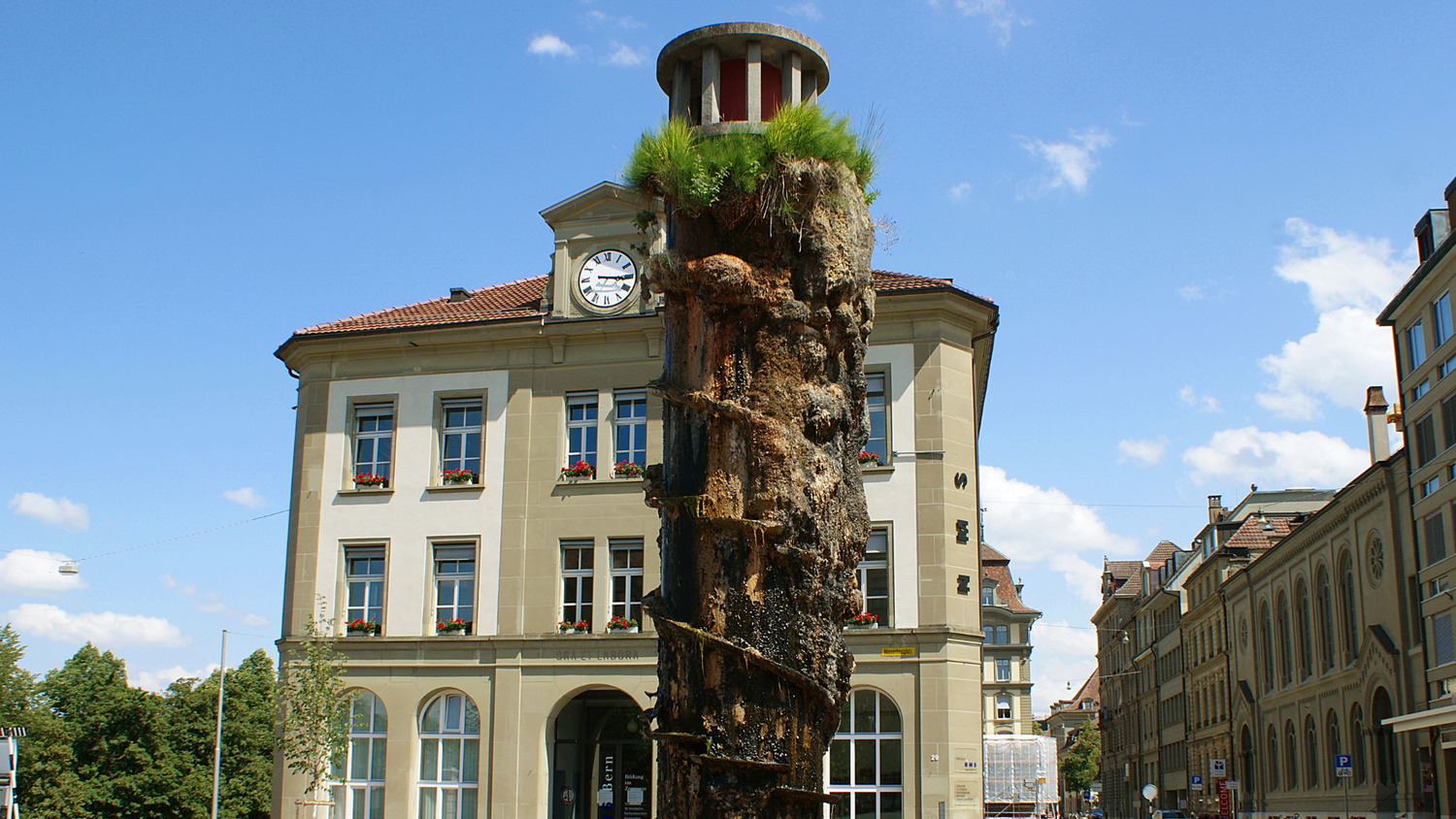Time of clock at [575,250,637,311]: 3:15
